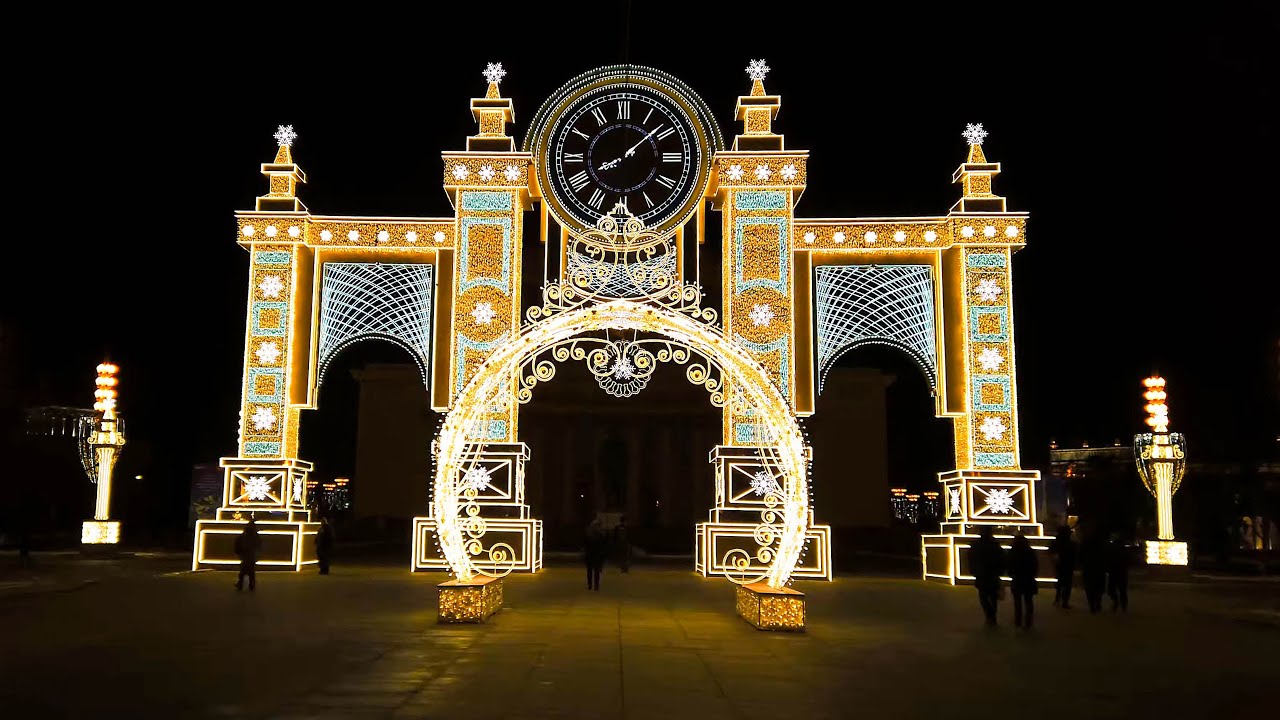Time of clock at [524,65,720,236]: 8:08
